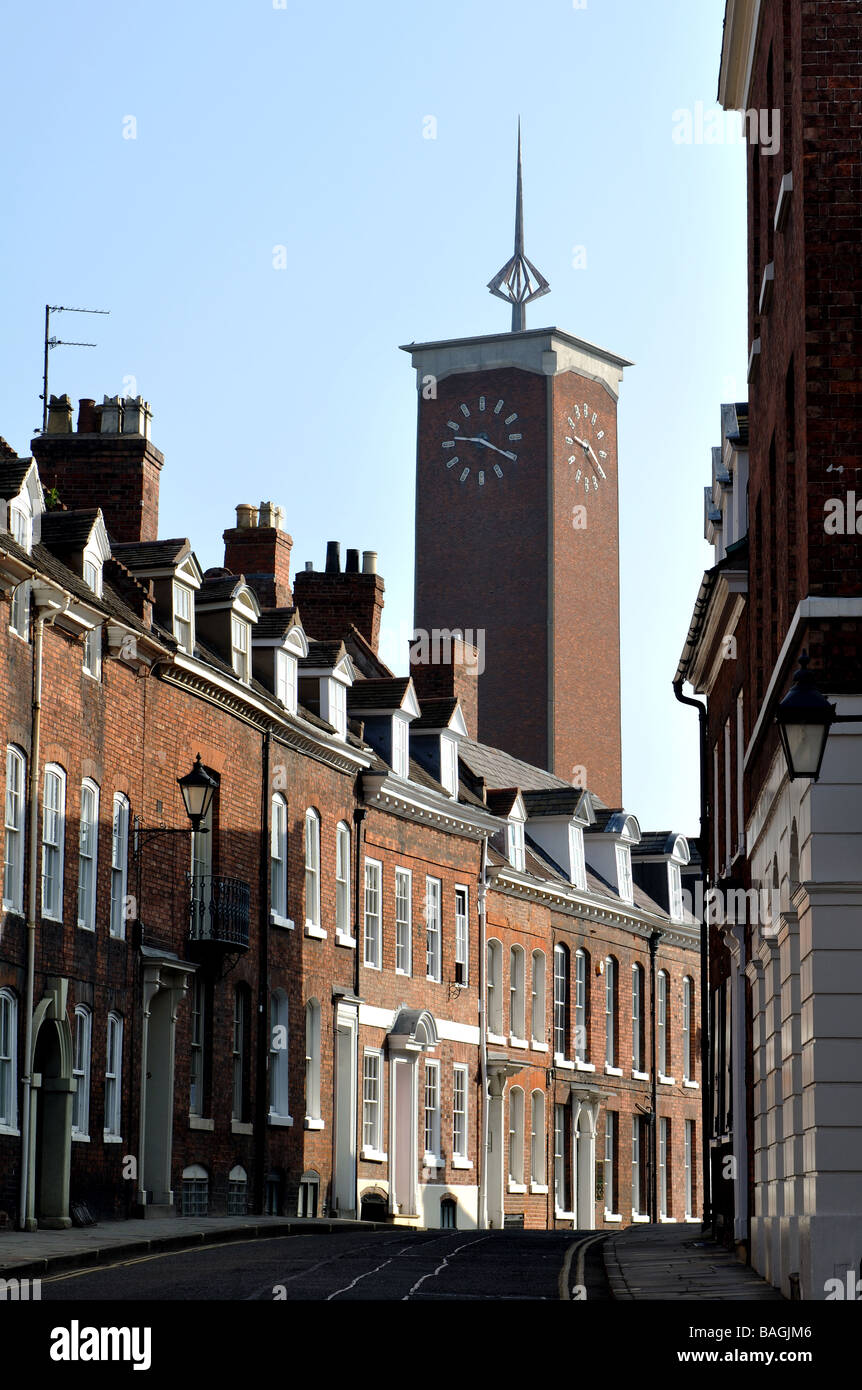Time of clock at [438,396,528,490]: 9:20
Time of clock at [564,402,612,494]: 9:20
